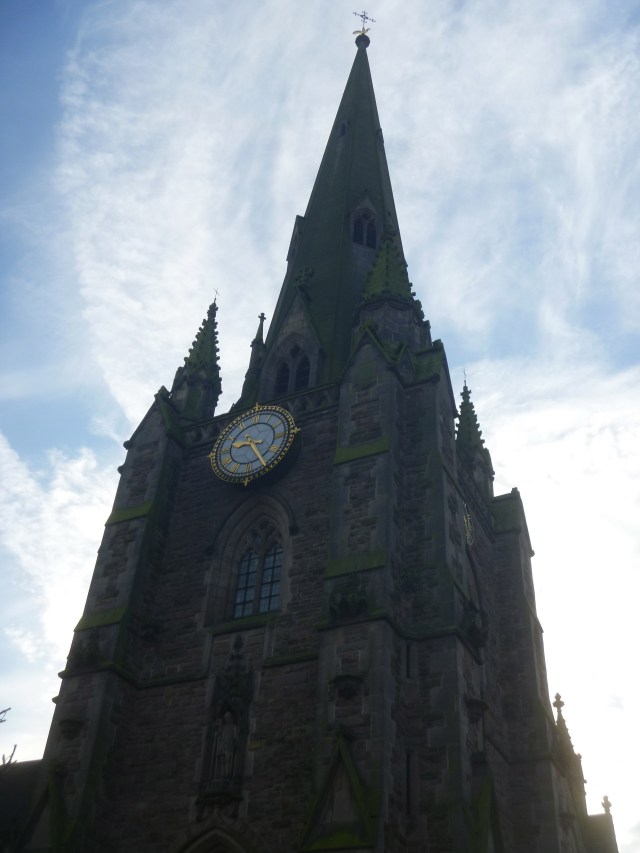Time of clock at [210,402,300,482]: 9:25
